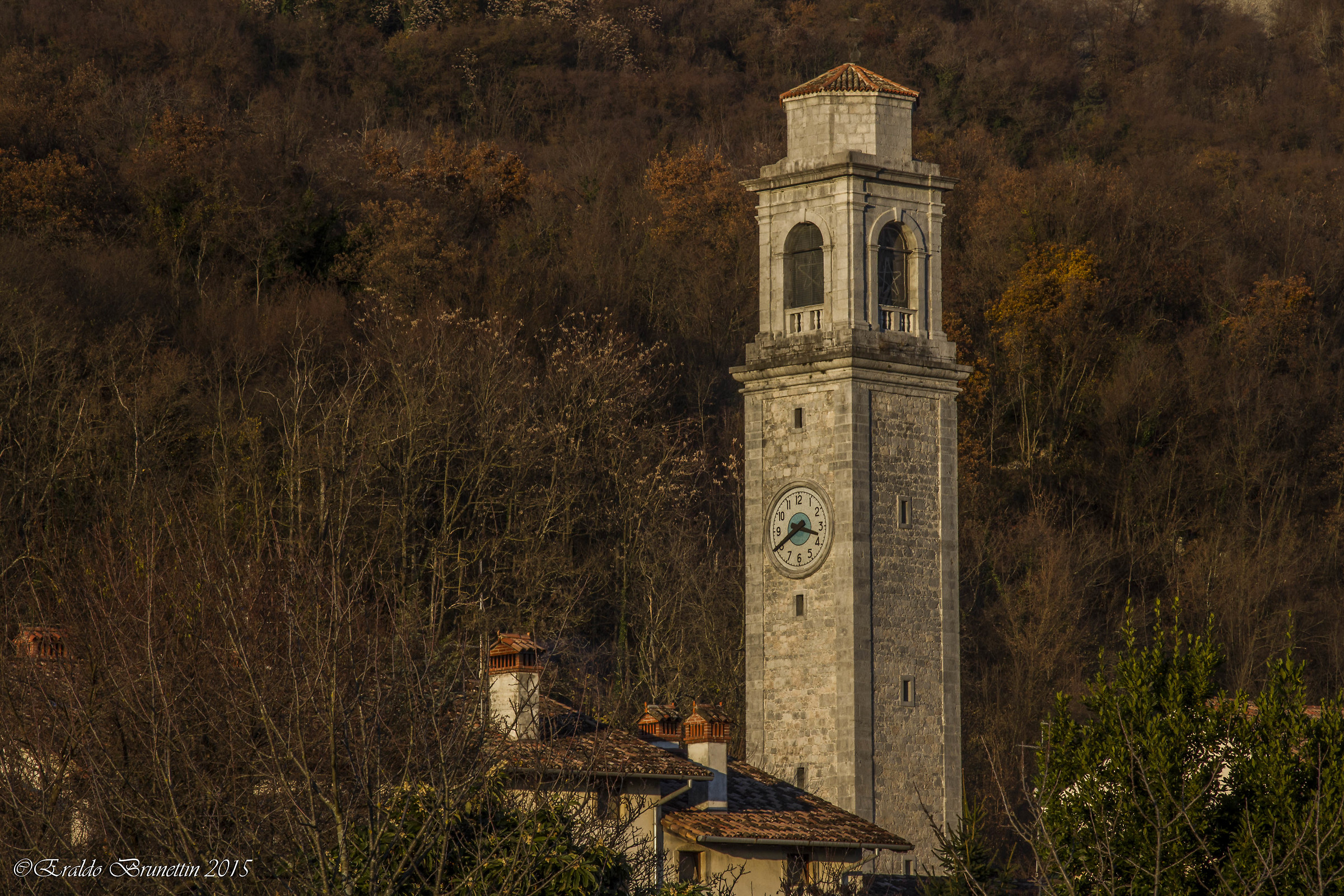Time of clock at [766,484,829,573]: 3:40
